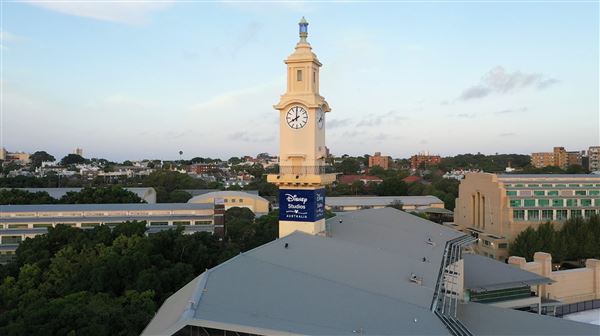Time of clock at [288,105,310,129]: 7:59
